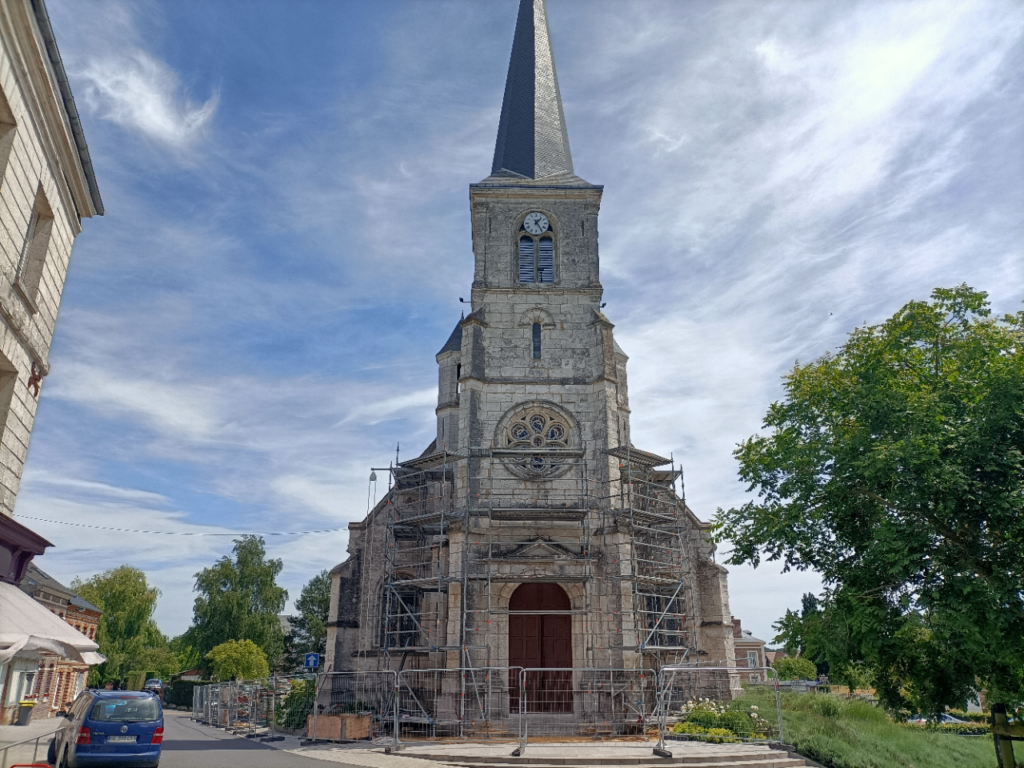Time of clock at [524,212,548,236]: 1:24
